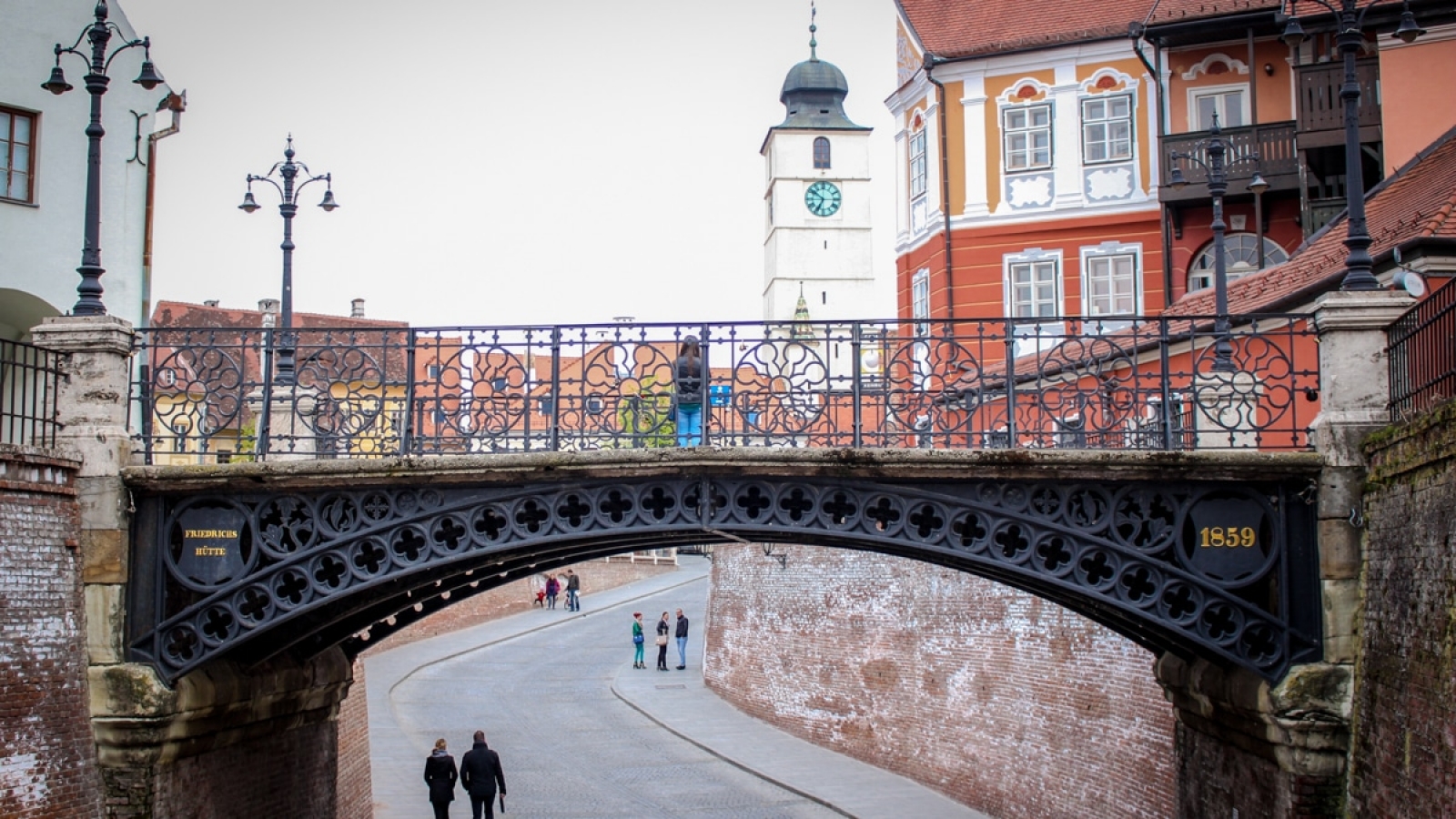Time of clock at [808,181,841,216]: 6:50
